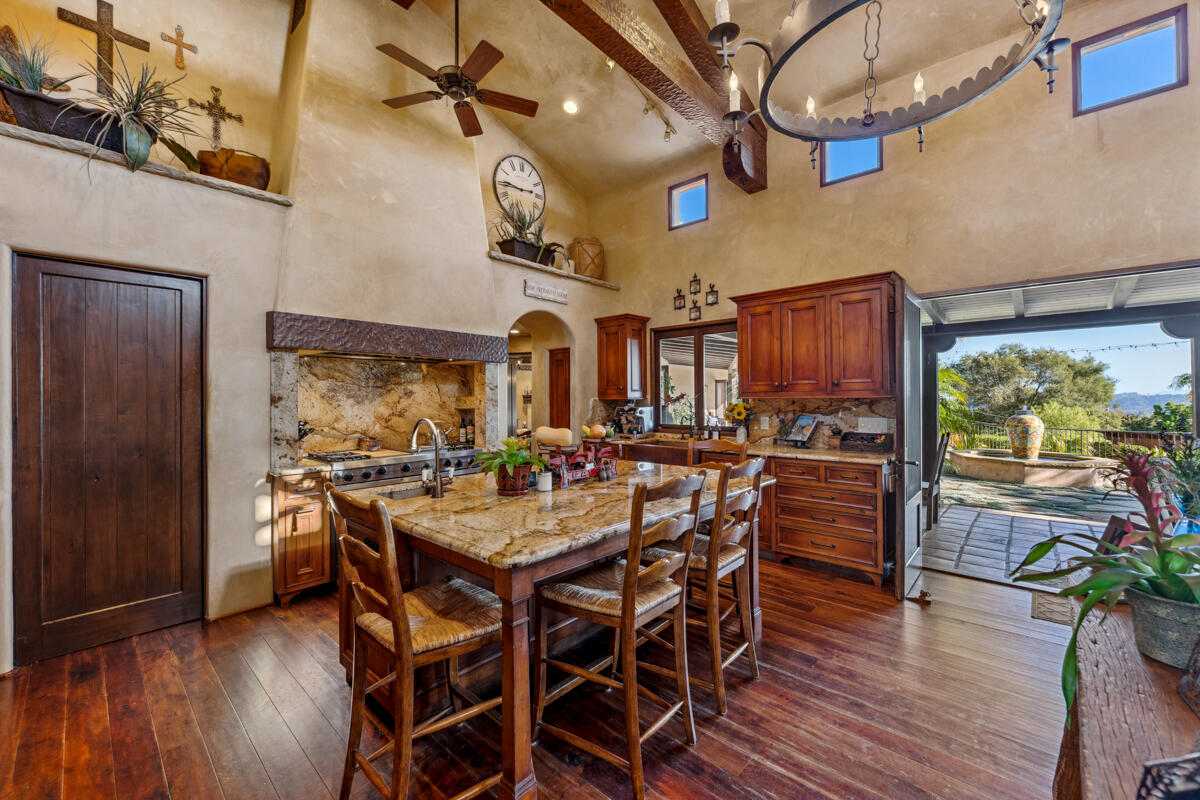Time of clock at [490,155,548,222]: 2:45
